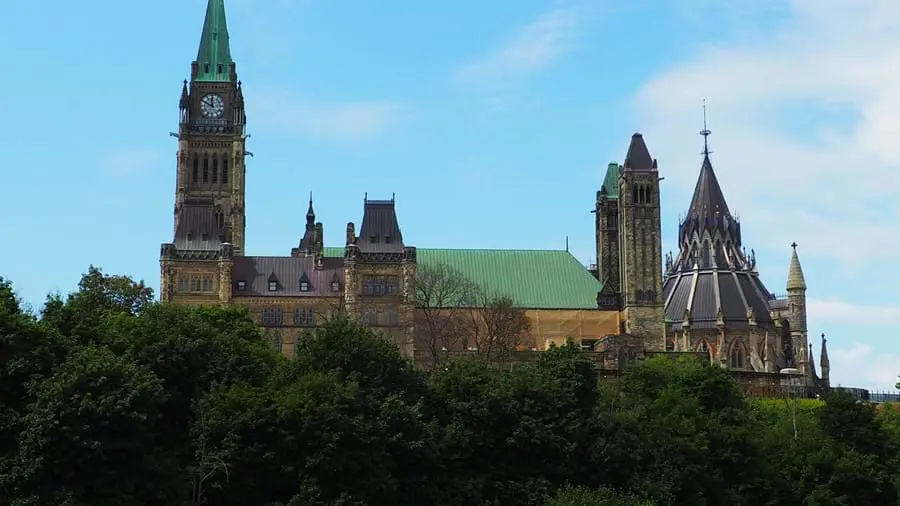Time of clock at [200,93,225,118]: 11:49
